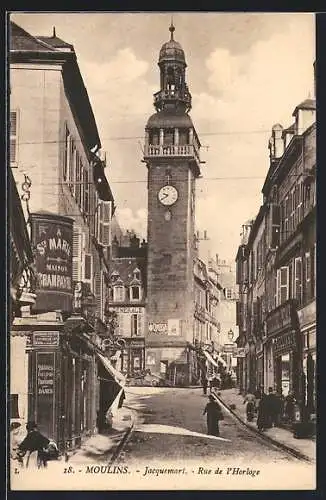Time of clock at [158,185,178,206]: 9:40
